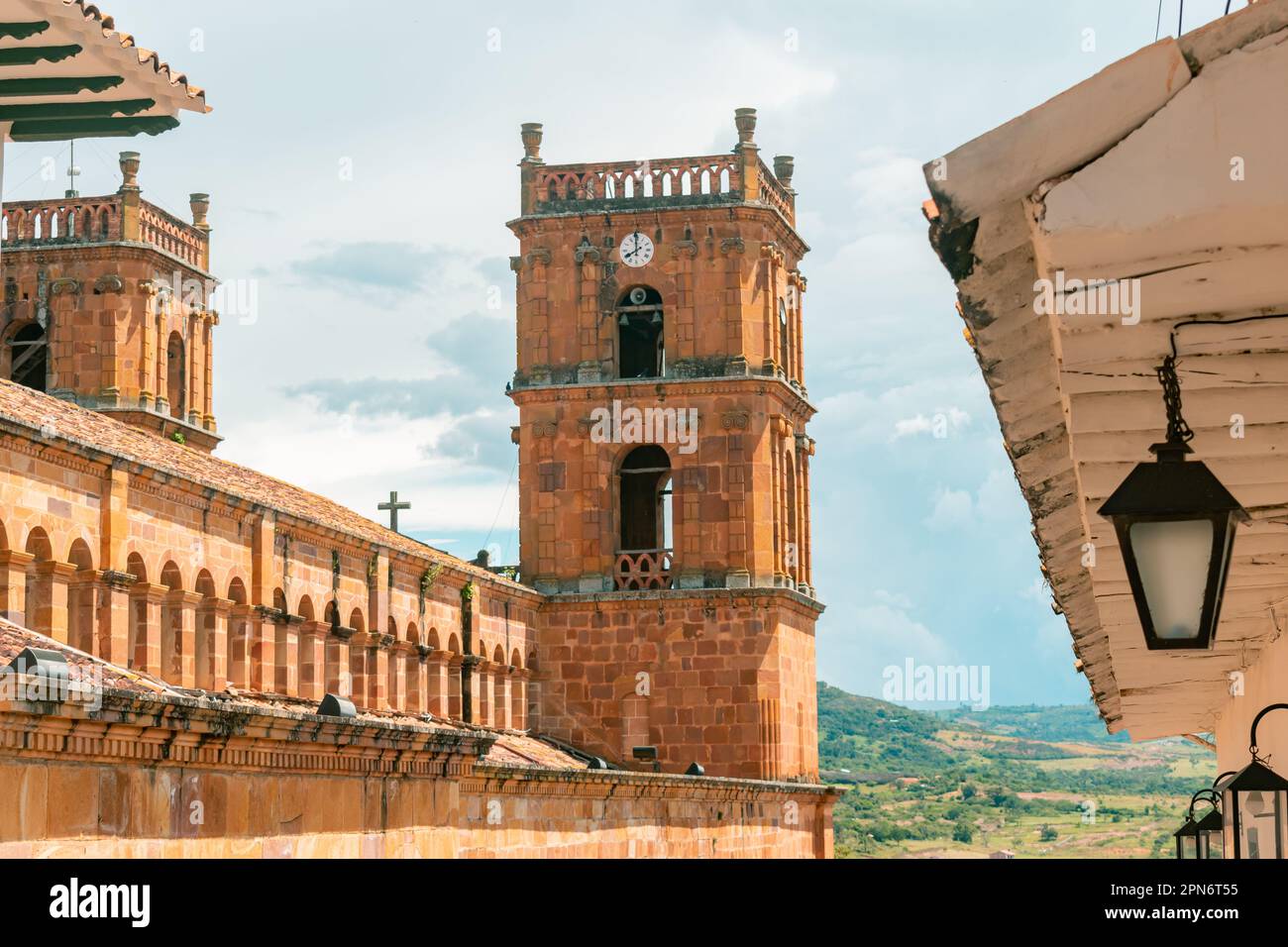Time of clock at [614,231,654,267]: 7:59
